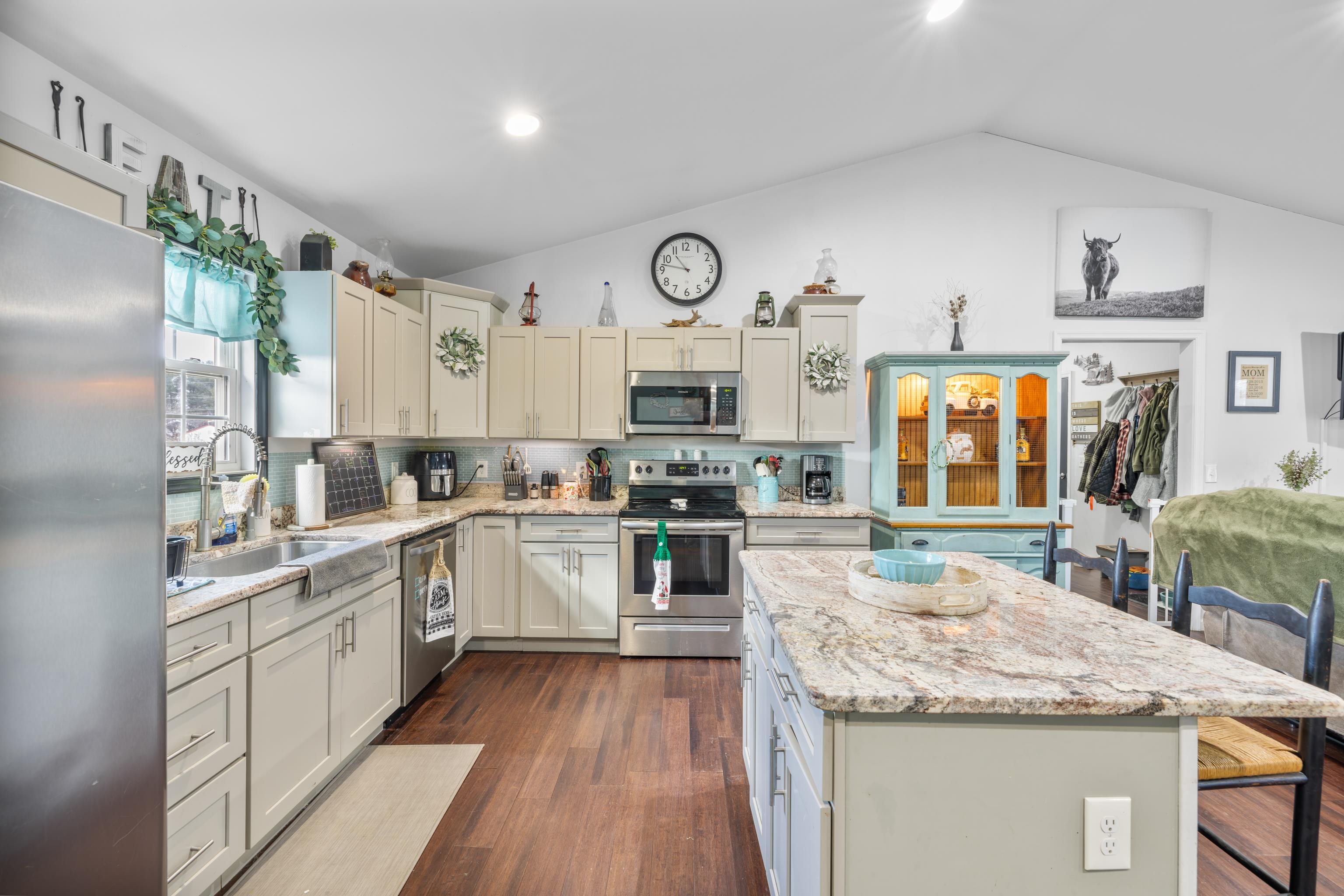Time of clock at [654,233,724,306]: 10:47
